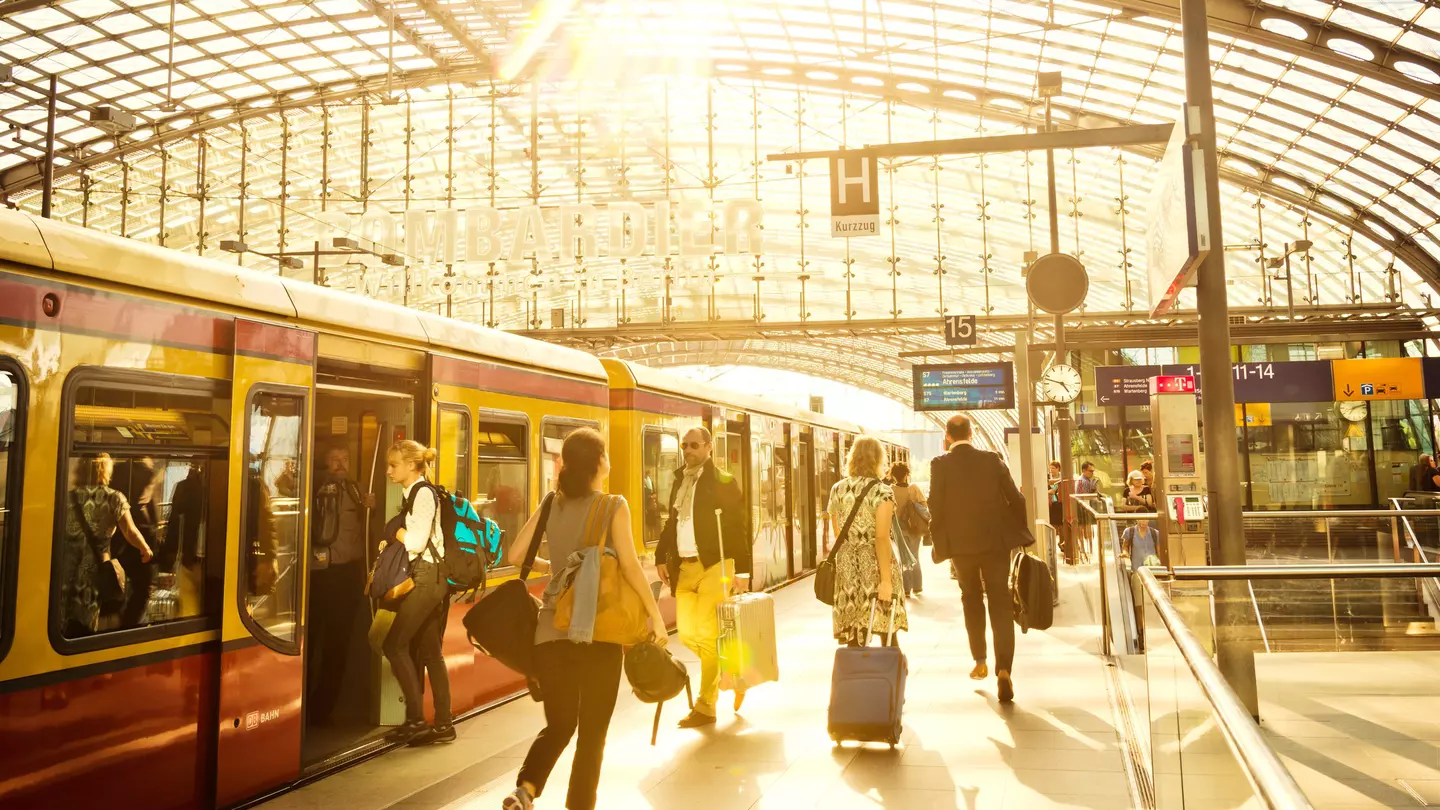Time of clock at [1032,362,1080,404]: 4:48
